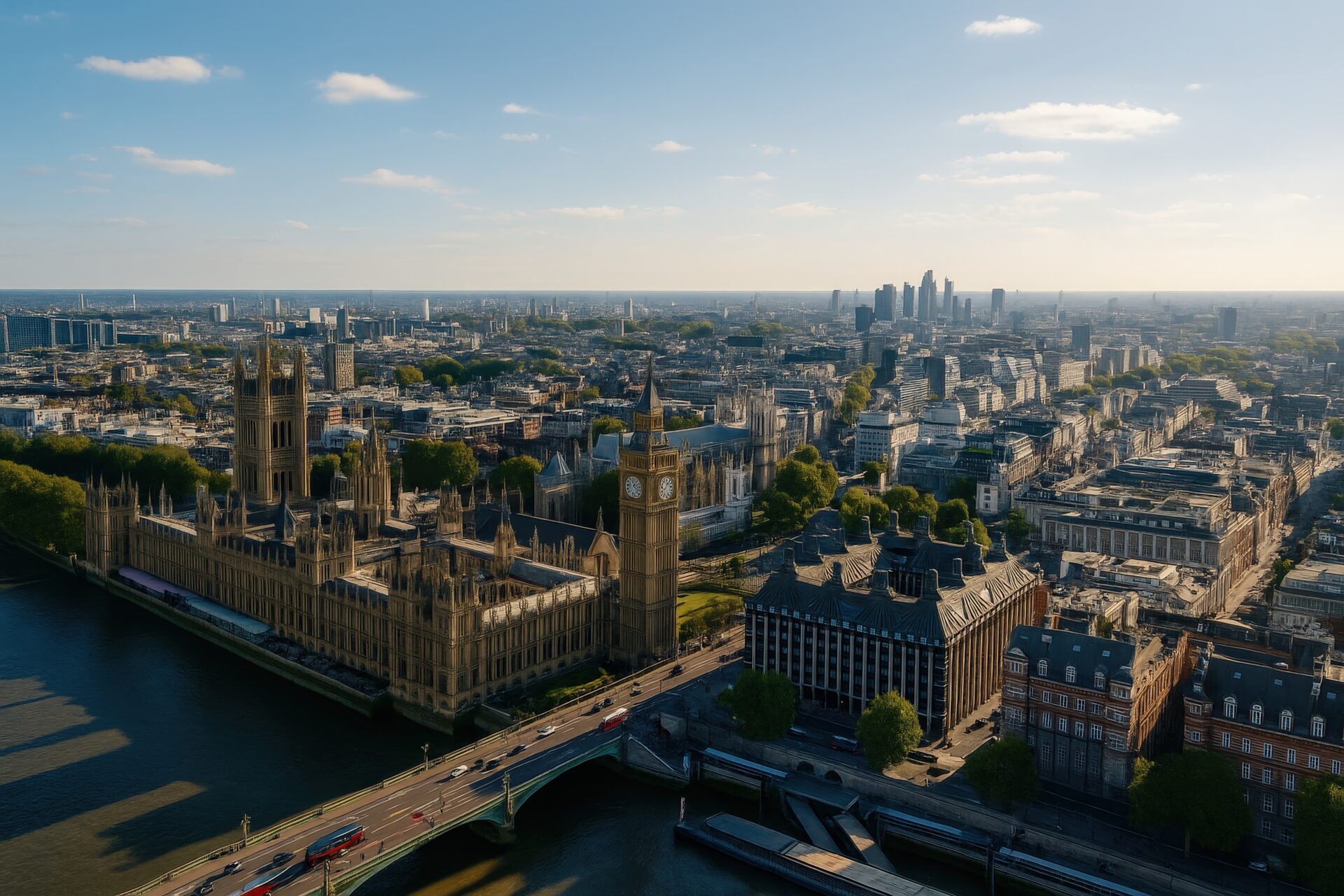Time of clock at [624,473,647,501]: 1:18
